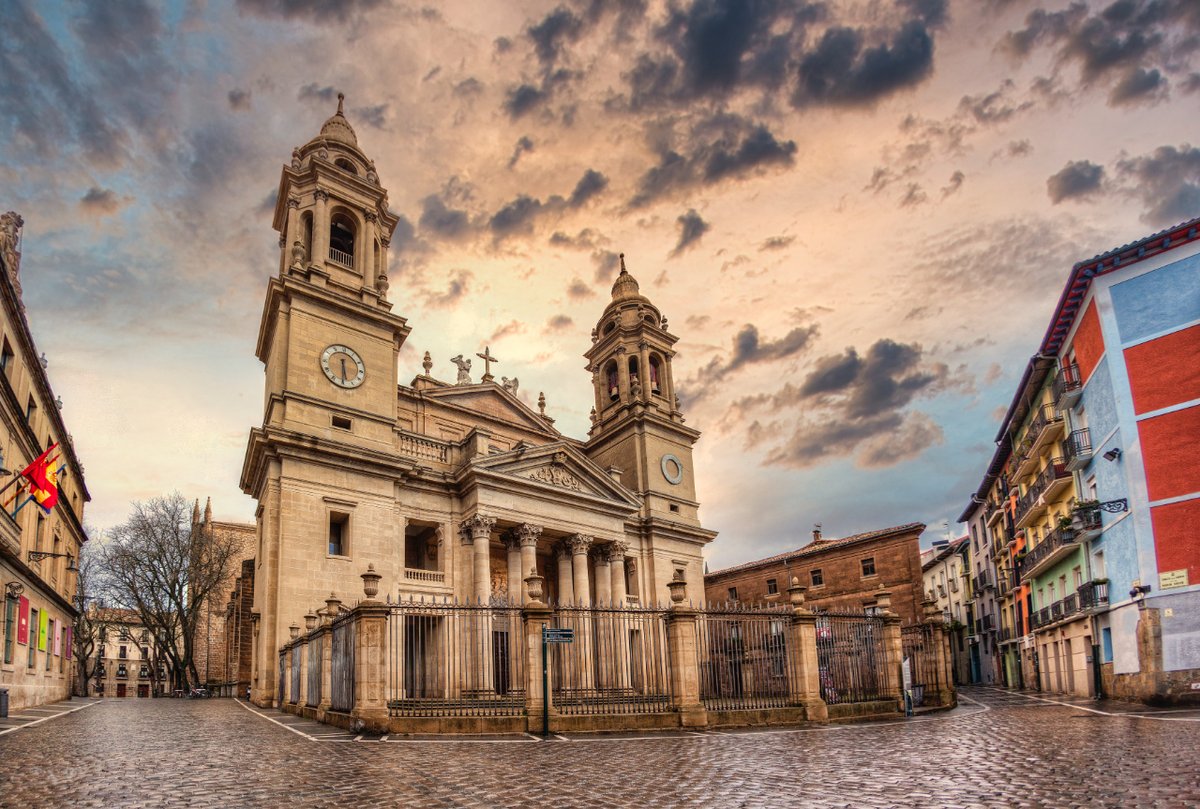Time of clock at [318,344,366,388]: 5:30
